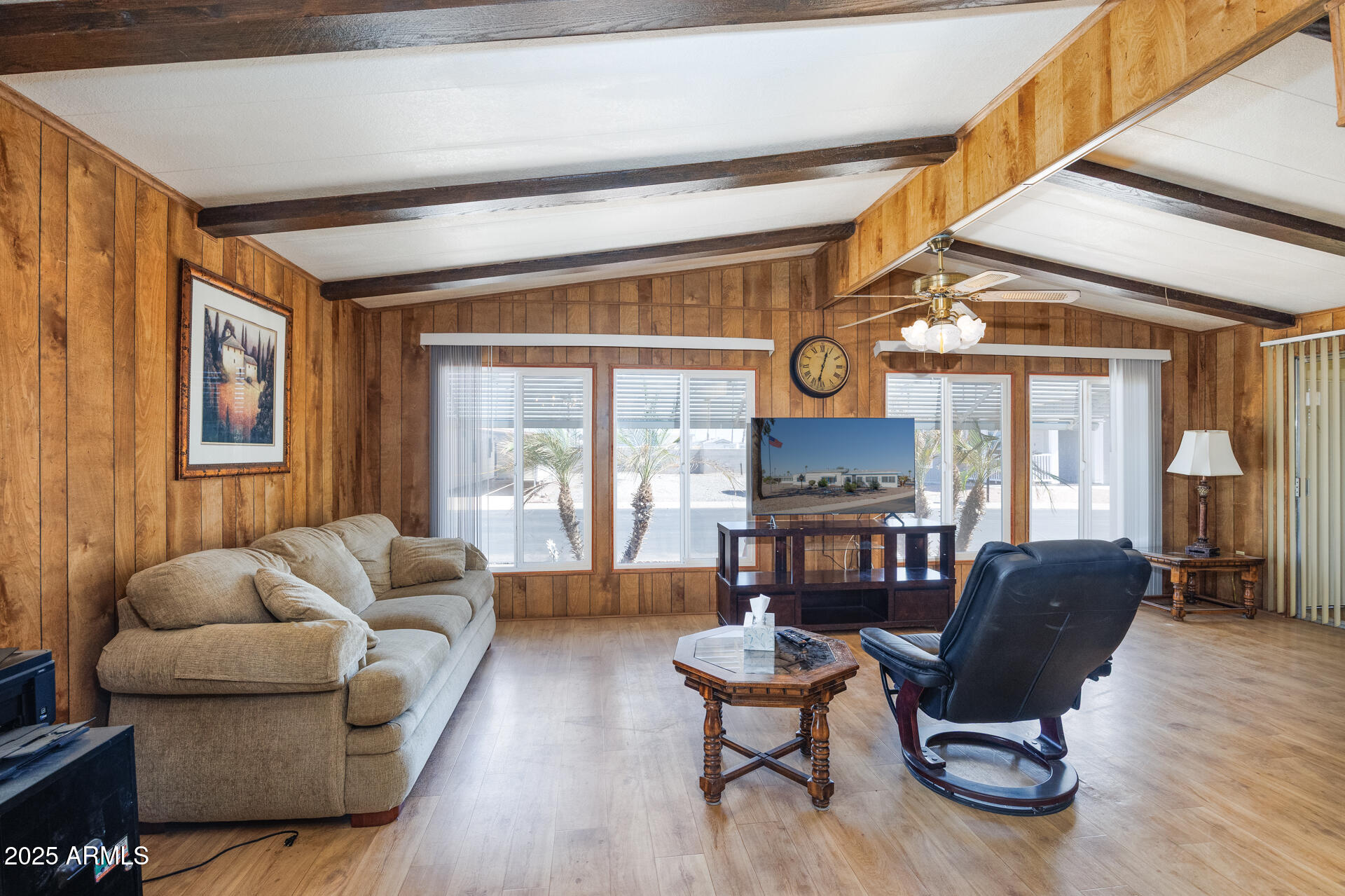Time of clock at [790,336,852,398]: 12:32
